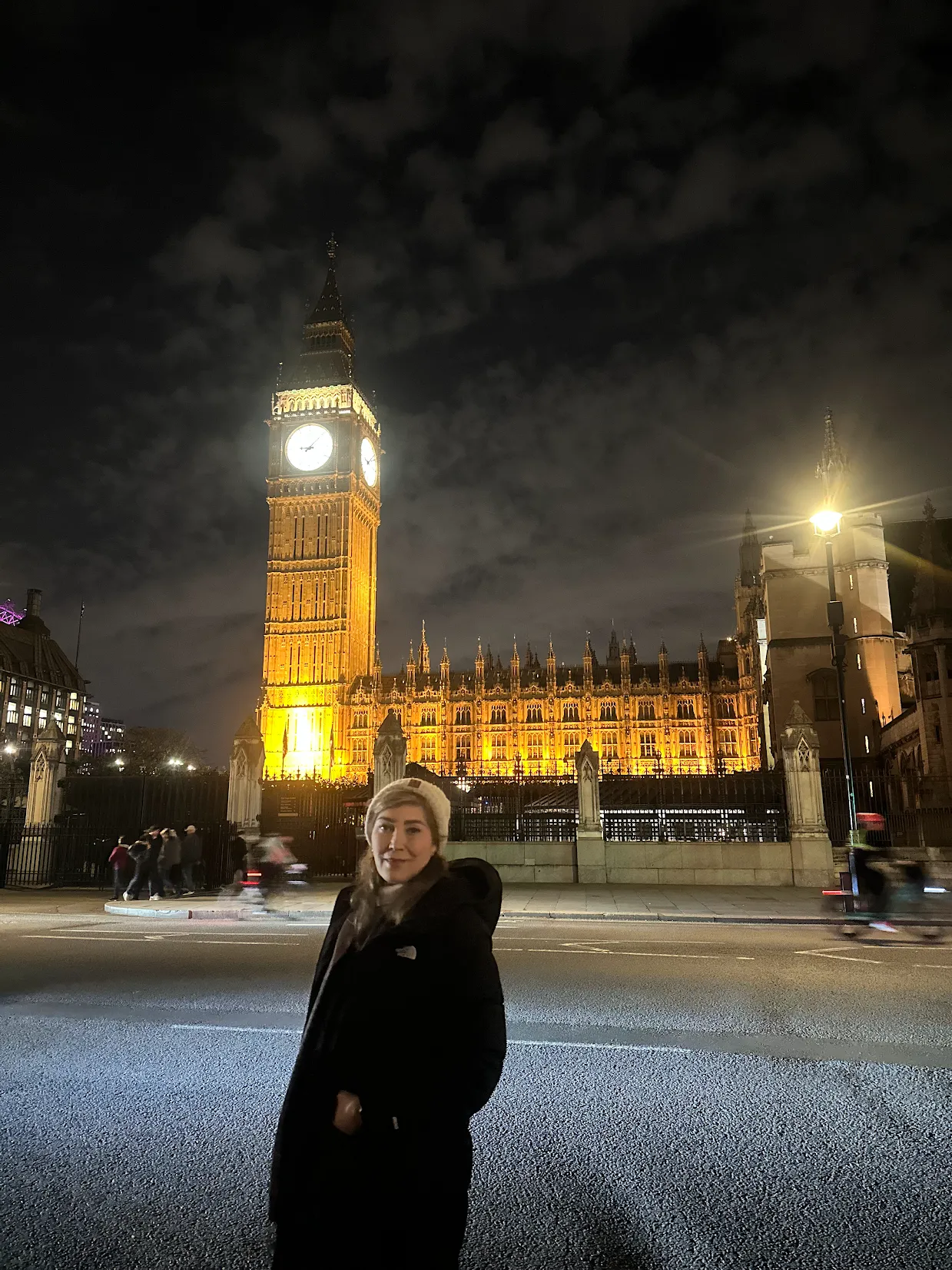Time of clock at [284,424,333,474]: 9:07
